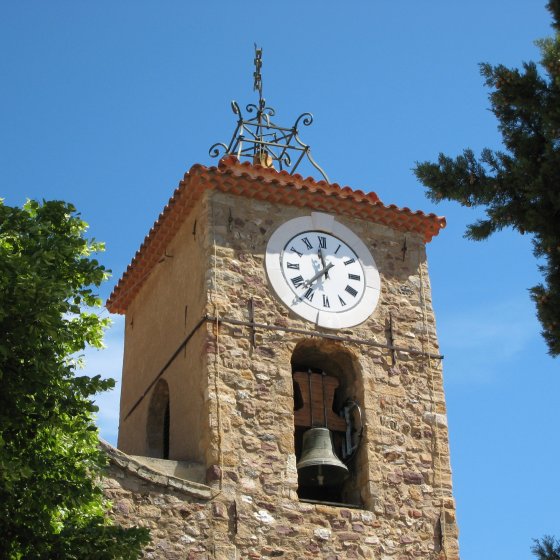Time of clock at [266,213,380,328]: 11:36
